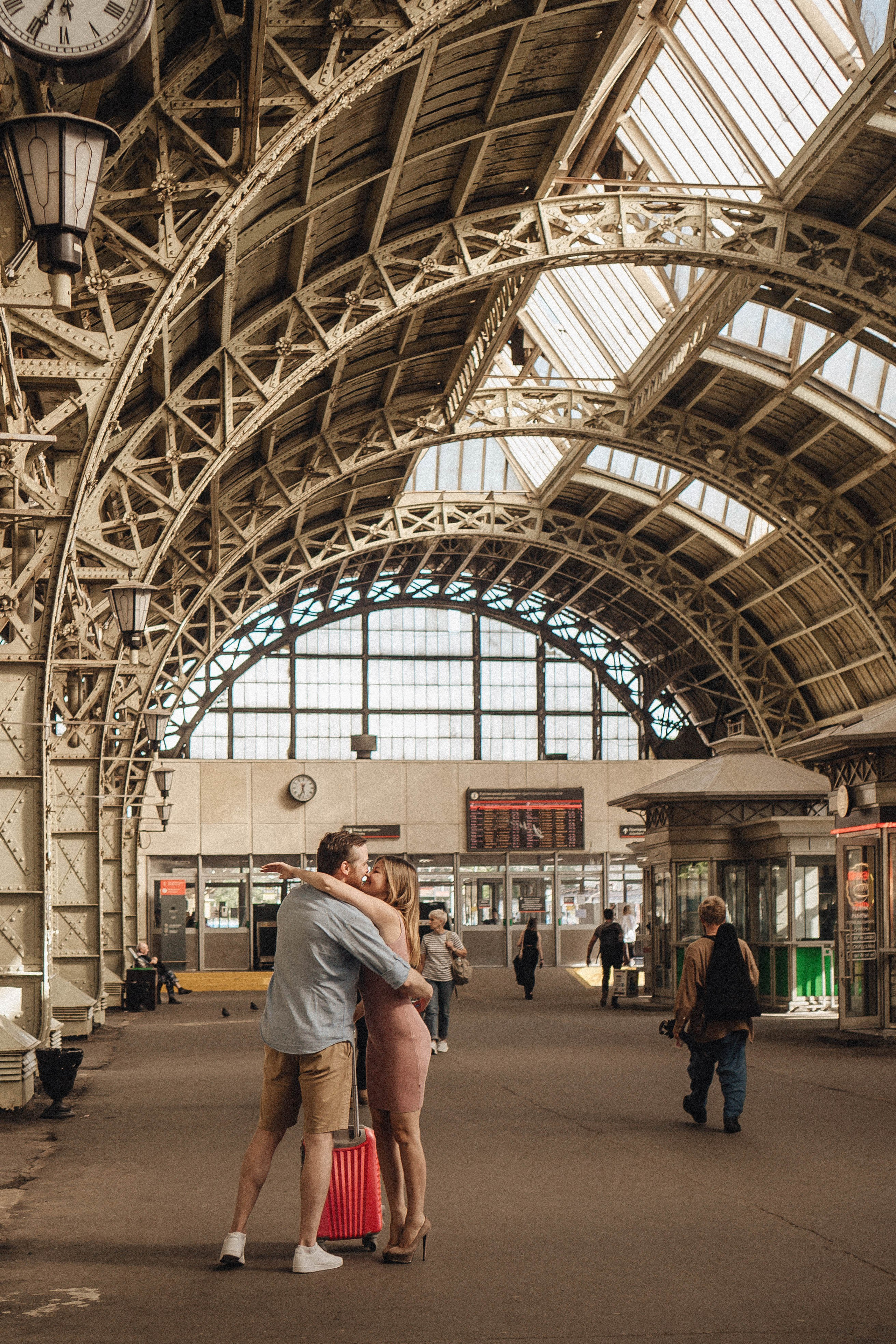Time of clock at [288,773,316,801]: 5:33
